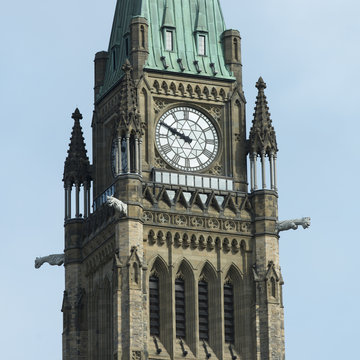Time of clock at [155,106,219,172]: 9:49
